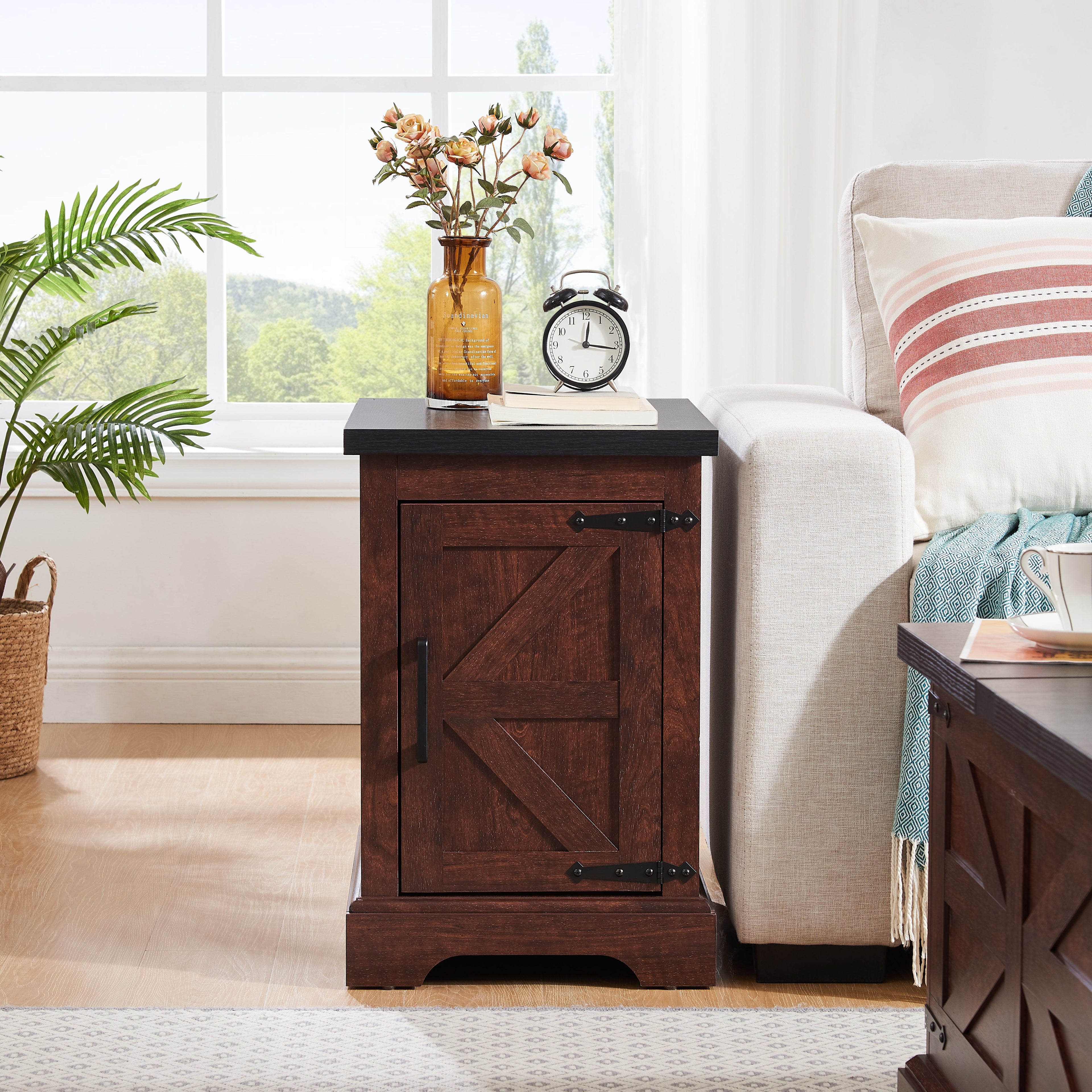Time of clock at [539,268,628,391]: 12:16
